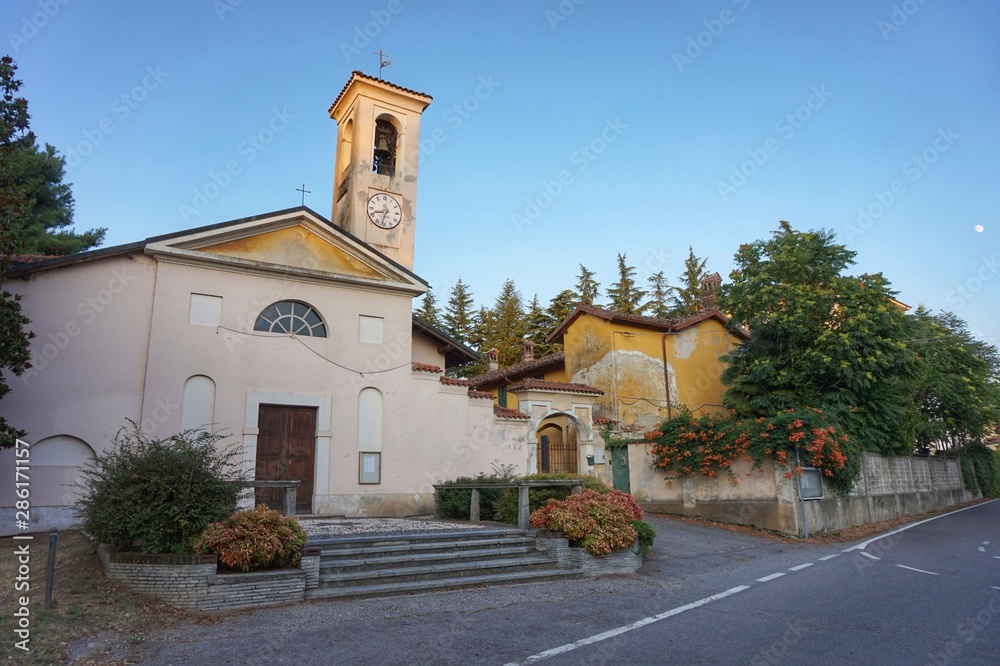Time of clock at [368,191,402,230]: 8:32
